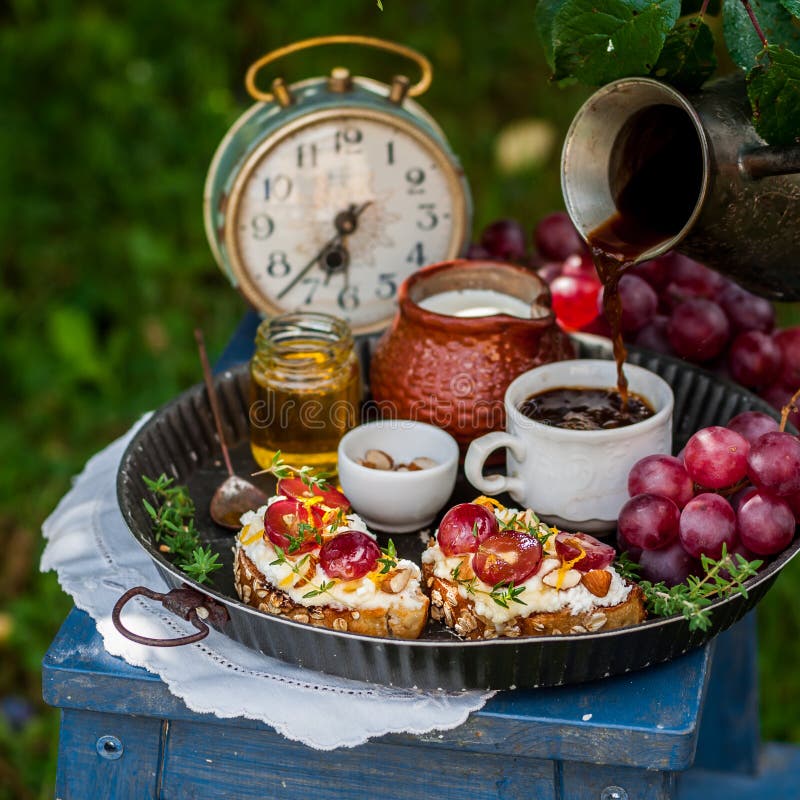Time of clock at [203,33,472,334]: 6:36
